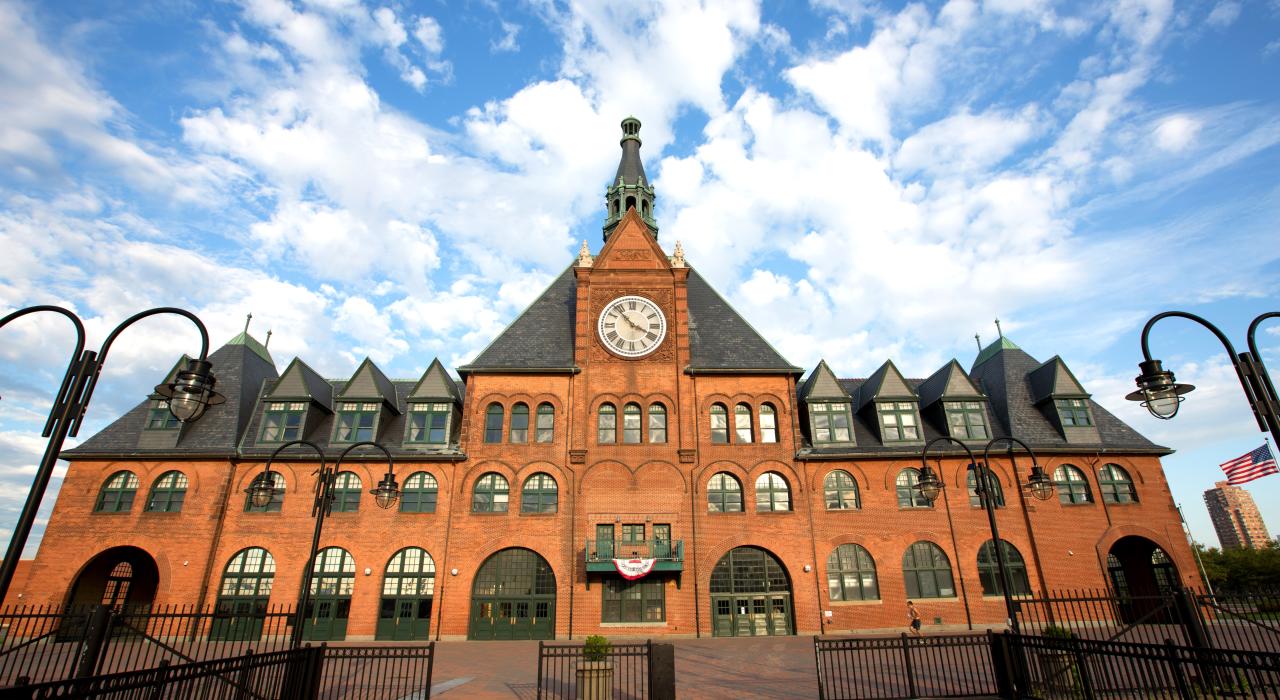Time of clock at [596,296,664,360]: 3:53
